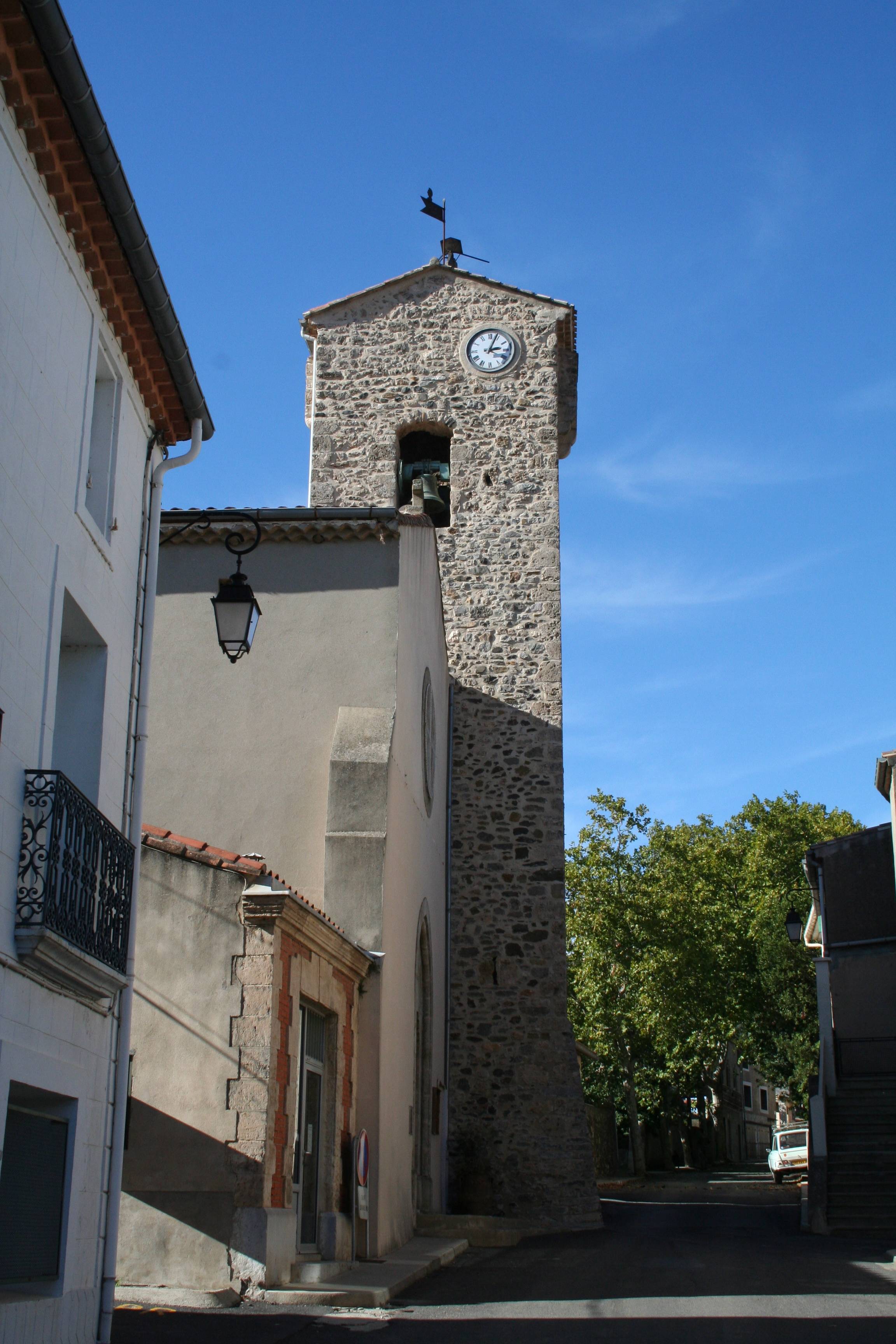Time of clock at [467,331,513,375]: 3:03
